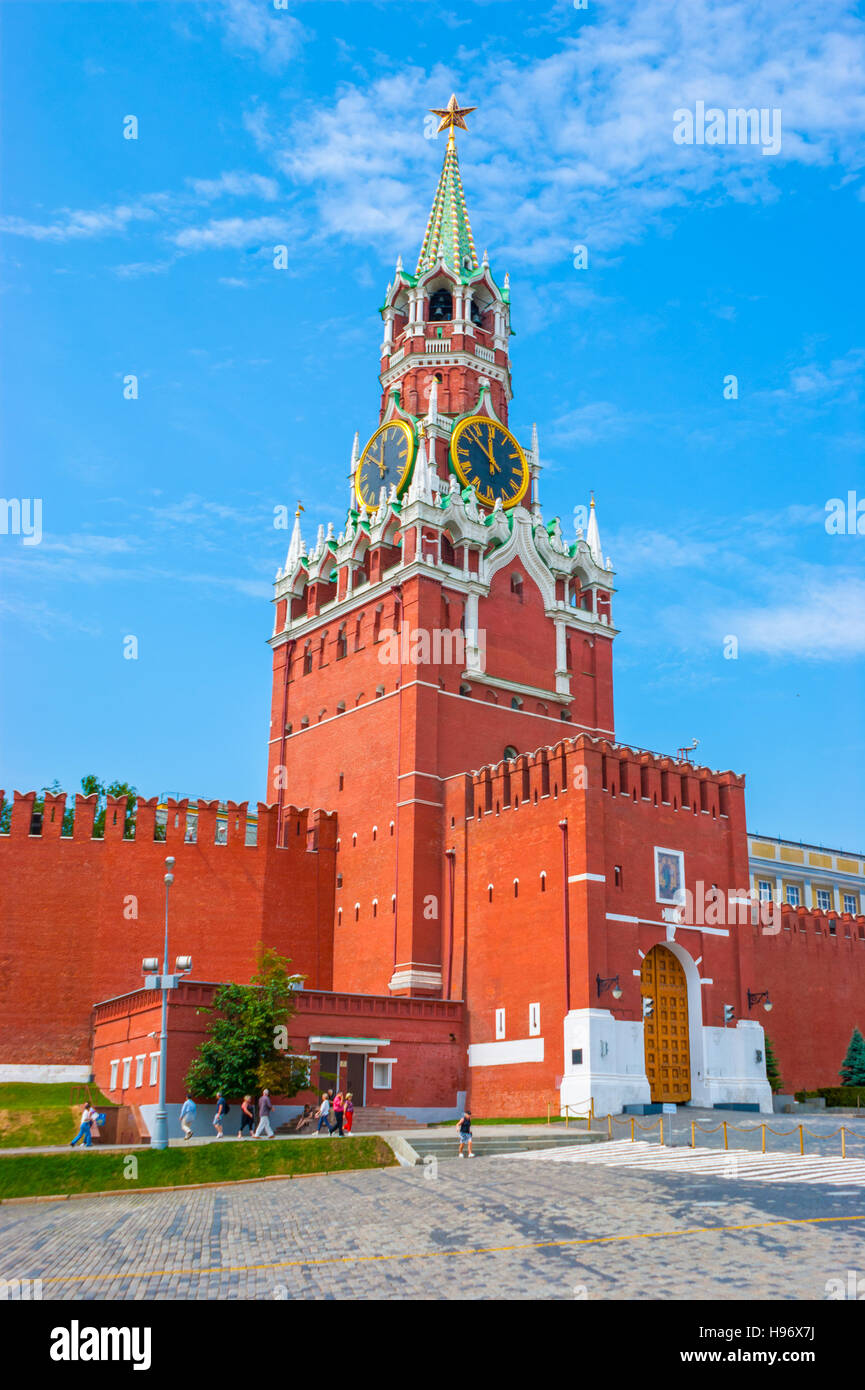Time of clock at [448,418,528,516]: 11:51
